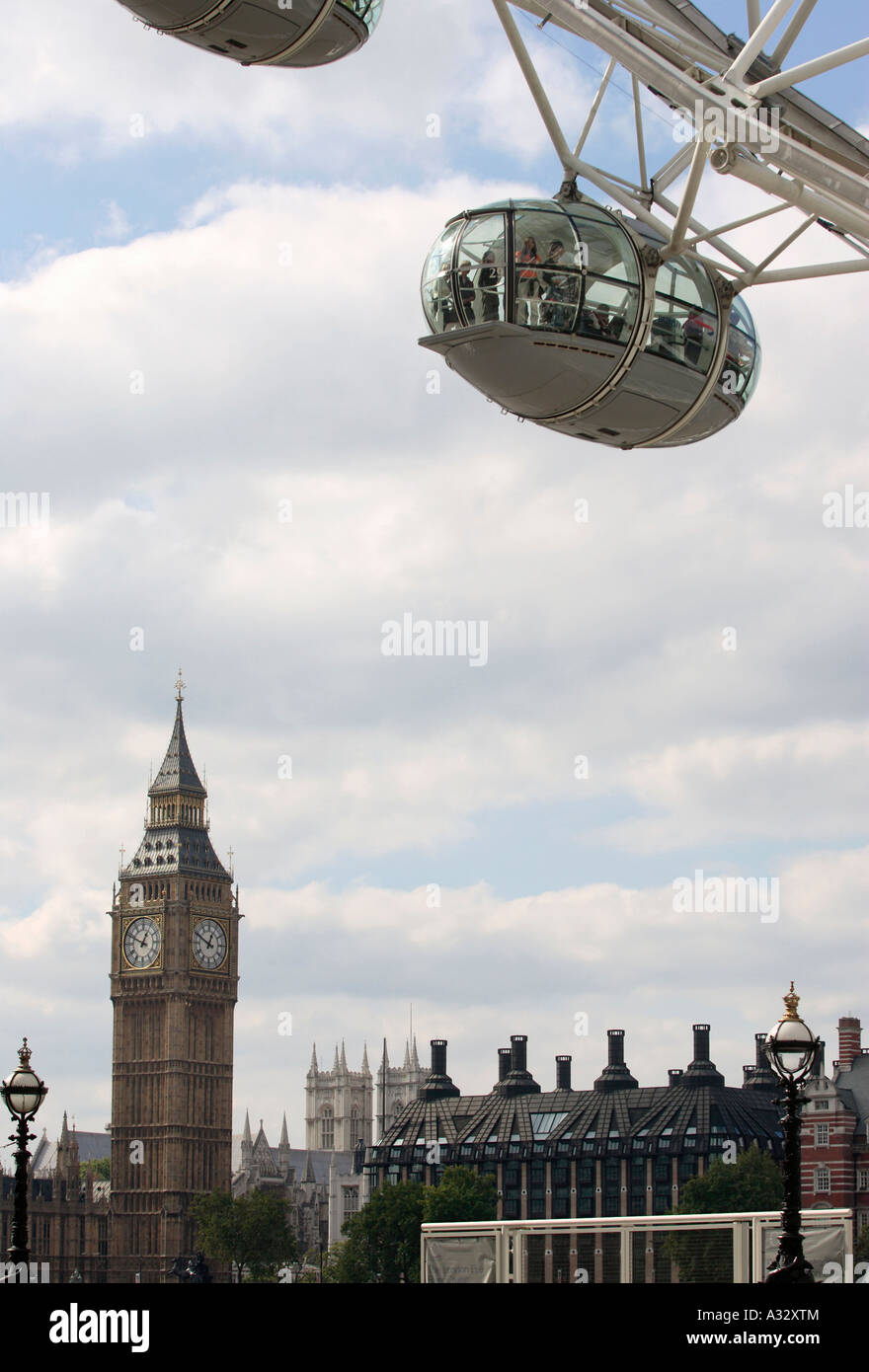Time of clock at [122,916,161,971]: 12:49
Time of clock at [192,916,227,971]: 12:49
